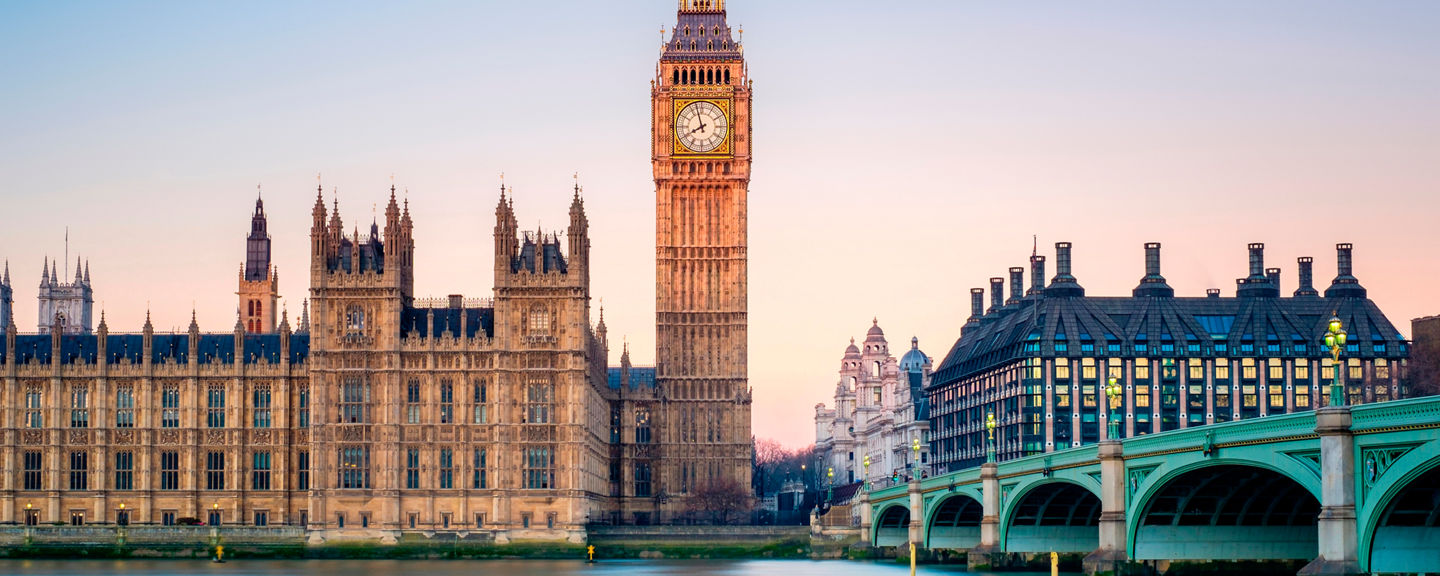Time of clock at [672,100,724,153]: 7:57
